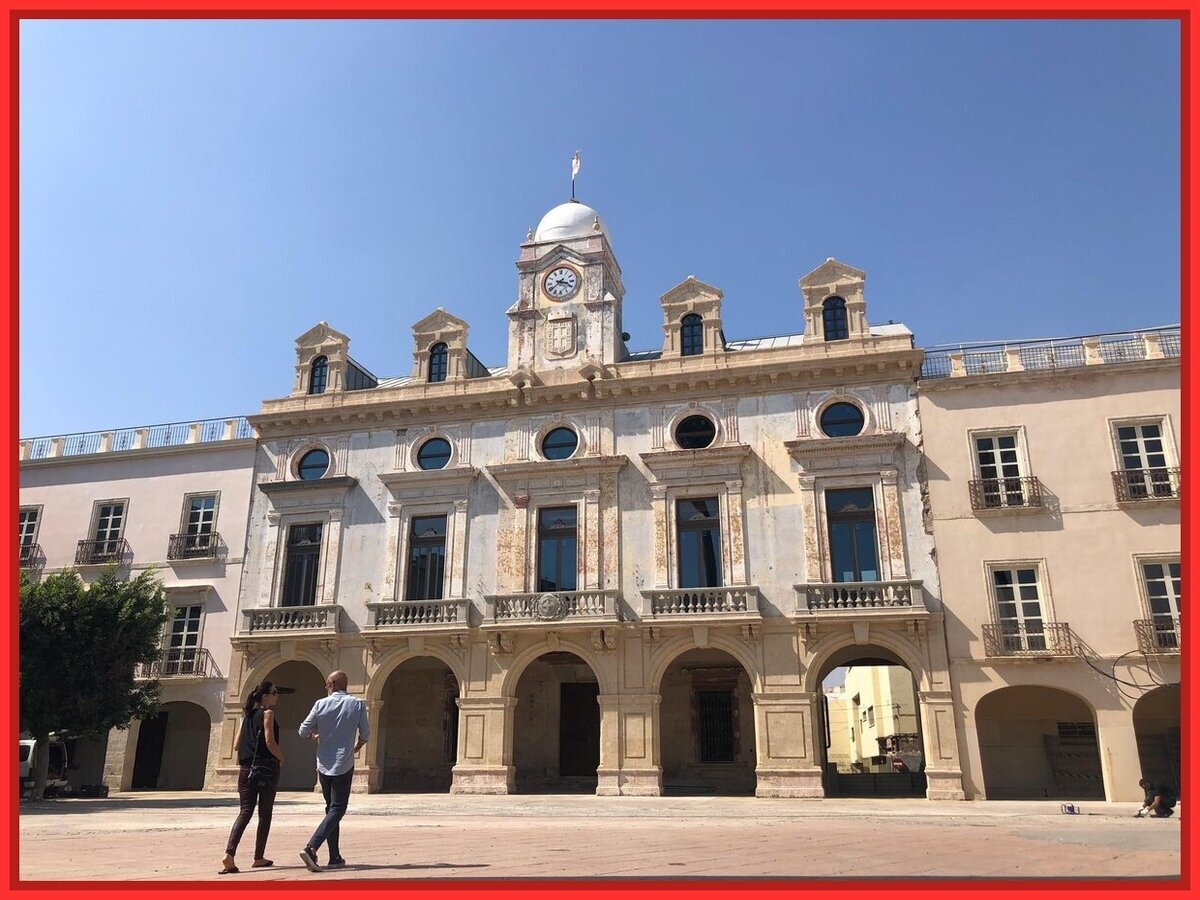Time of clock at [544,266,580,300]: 3:38
